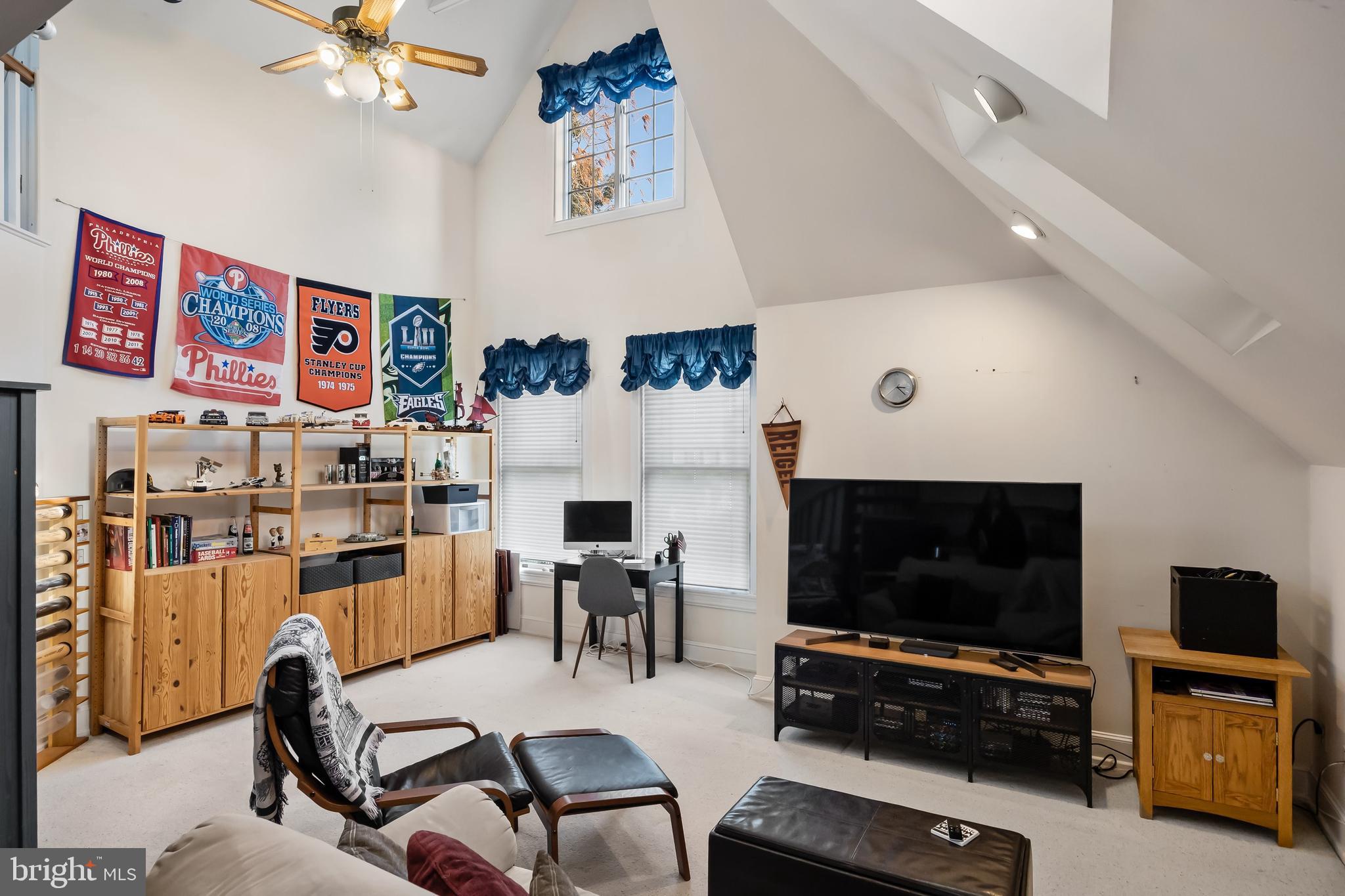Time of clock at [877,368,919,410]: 3:23
